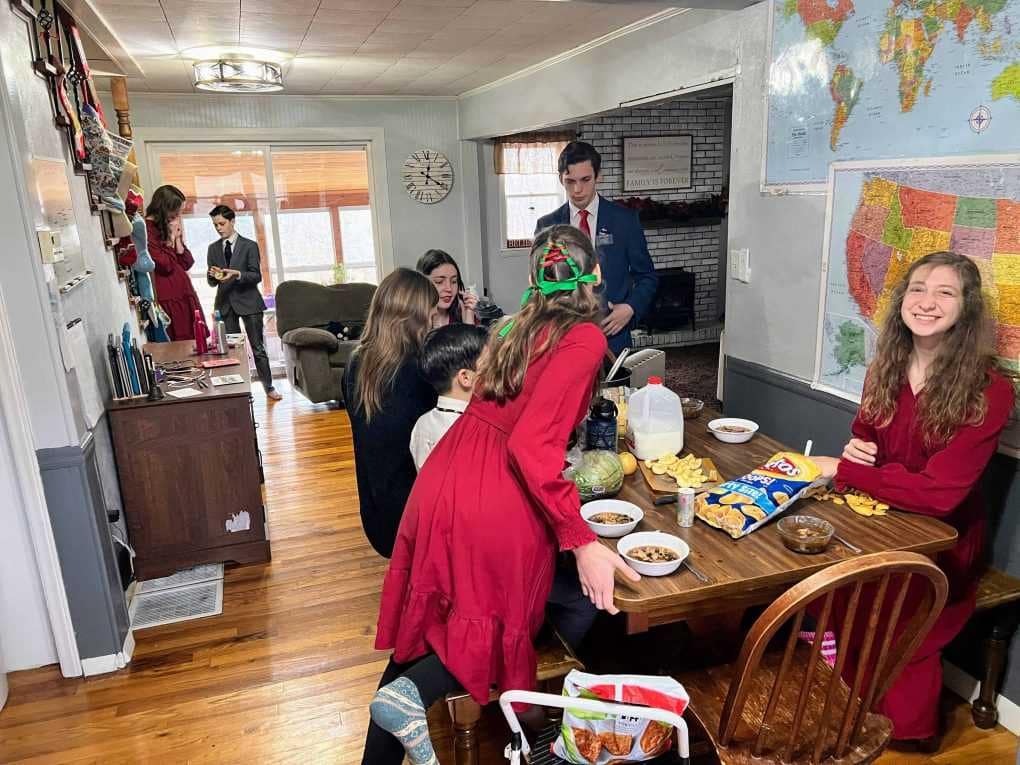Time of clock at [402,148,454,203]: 4:02
